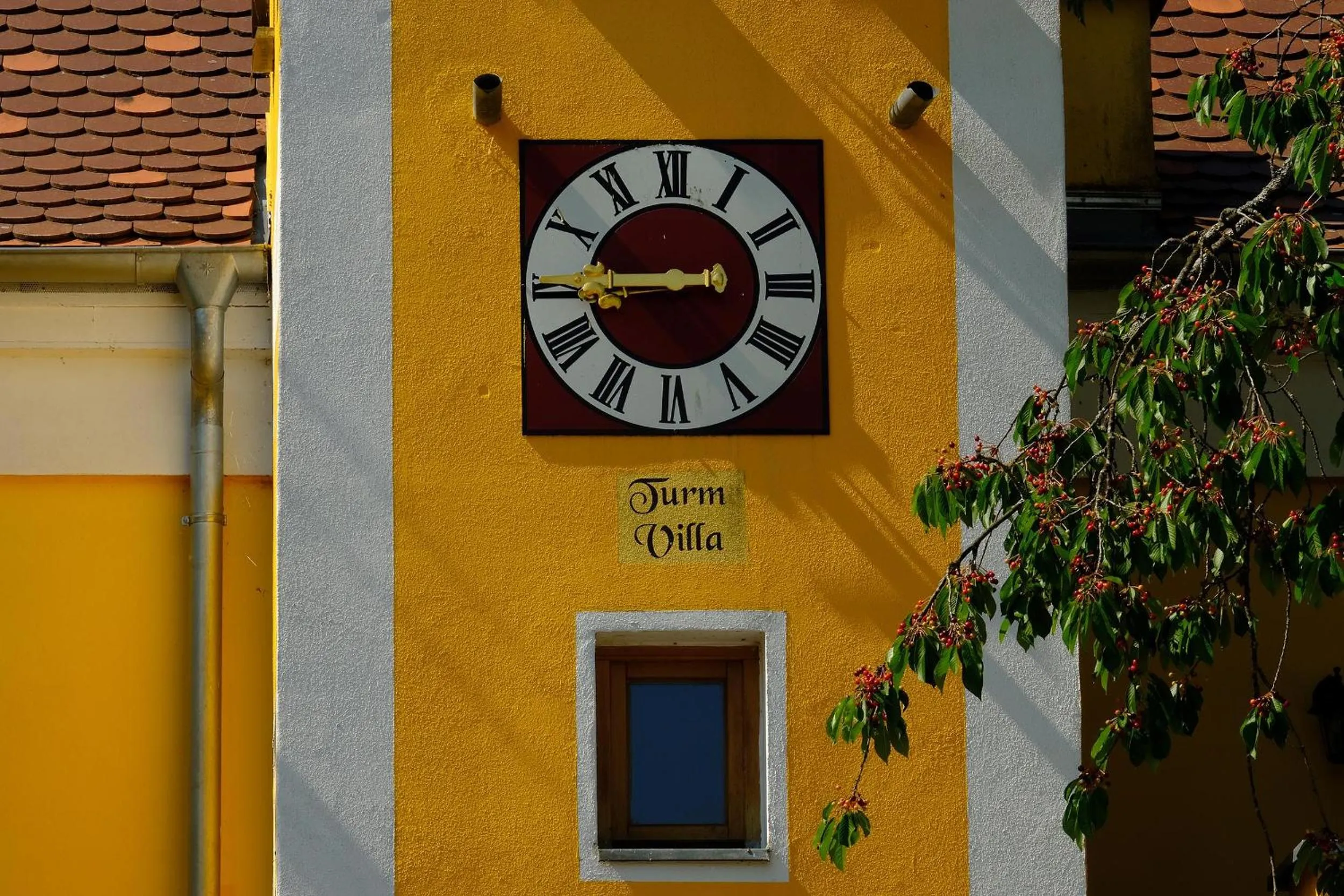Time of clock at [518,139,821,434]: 8:44
